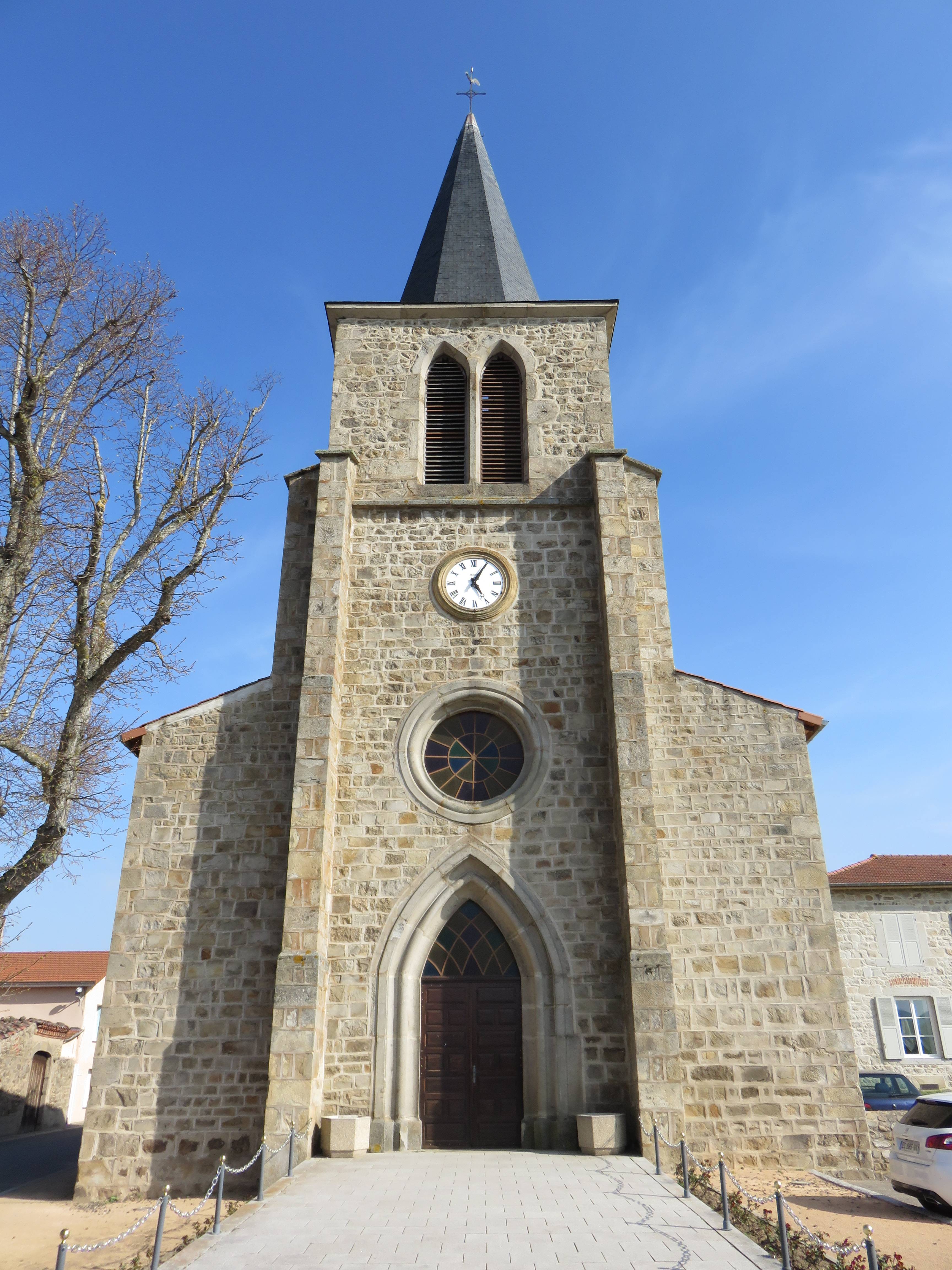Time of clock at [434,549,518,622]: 5:05
